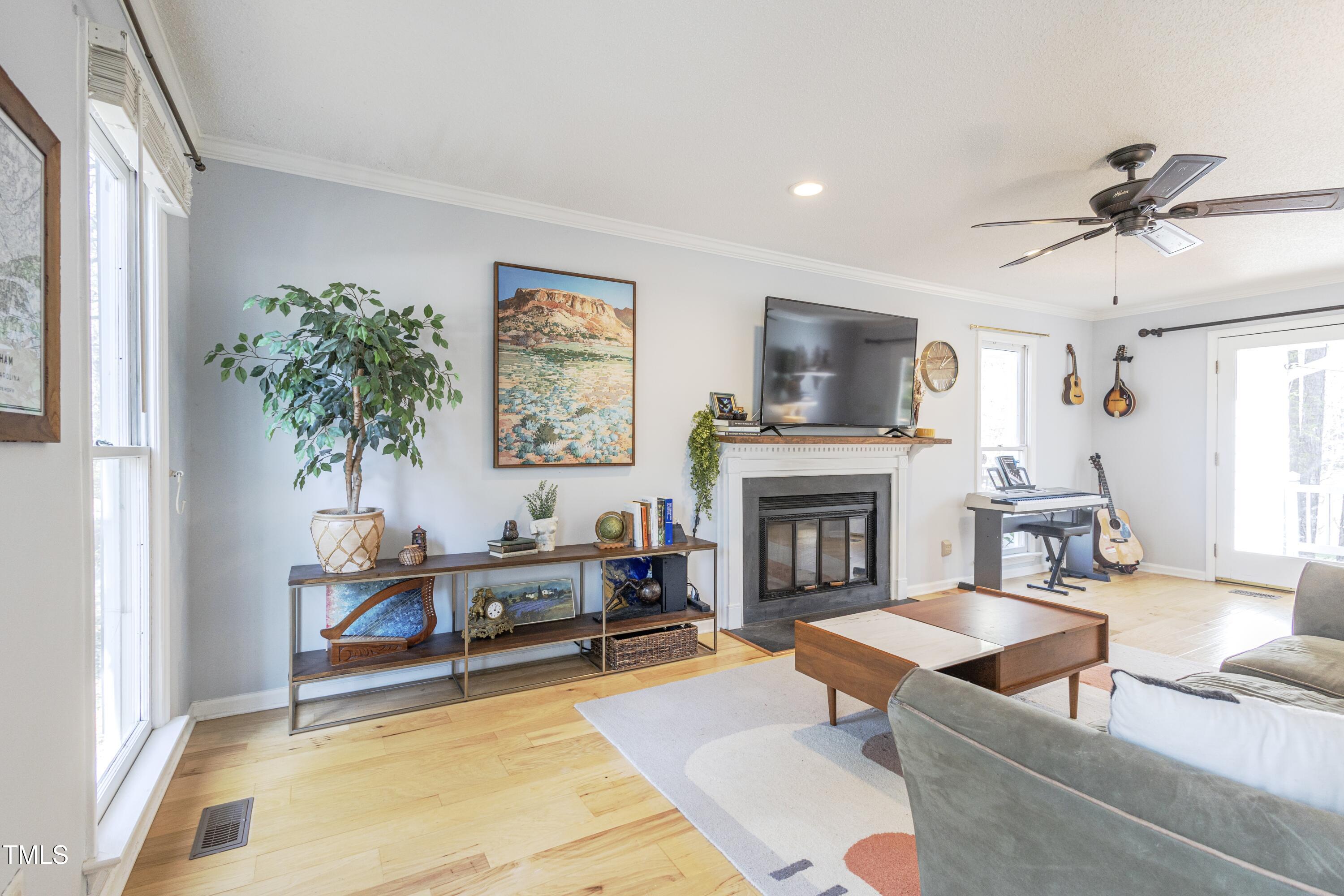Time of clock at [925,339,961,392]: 1:09
